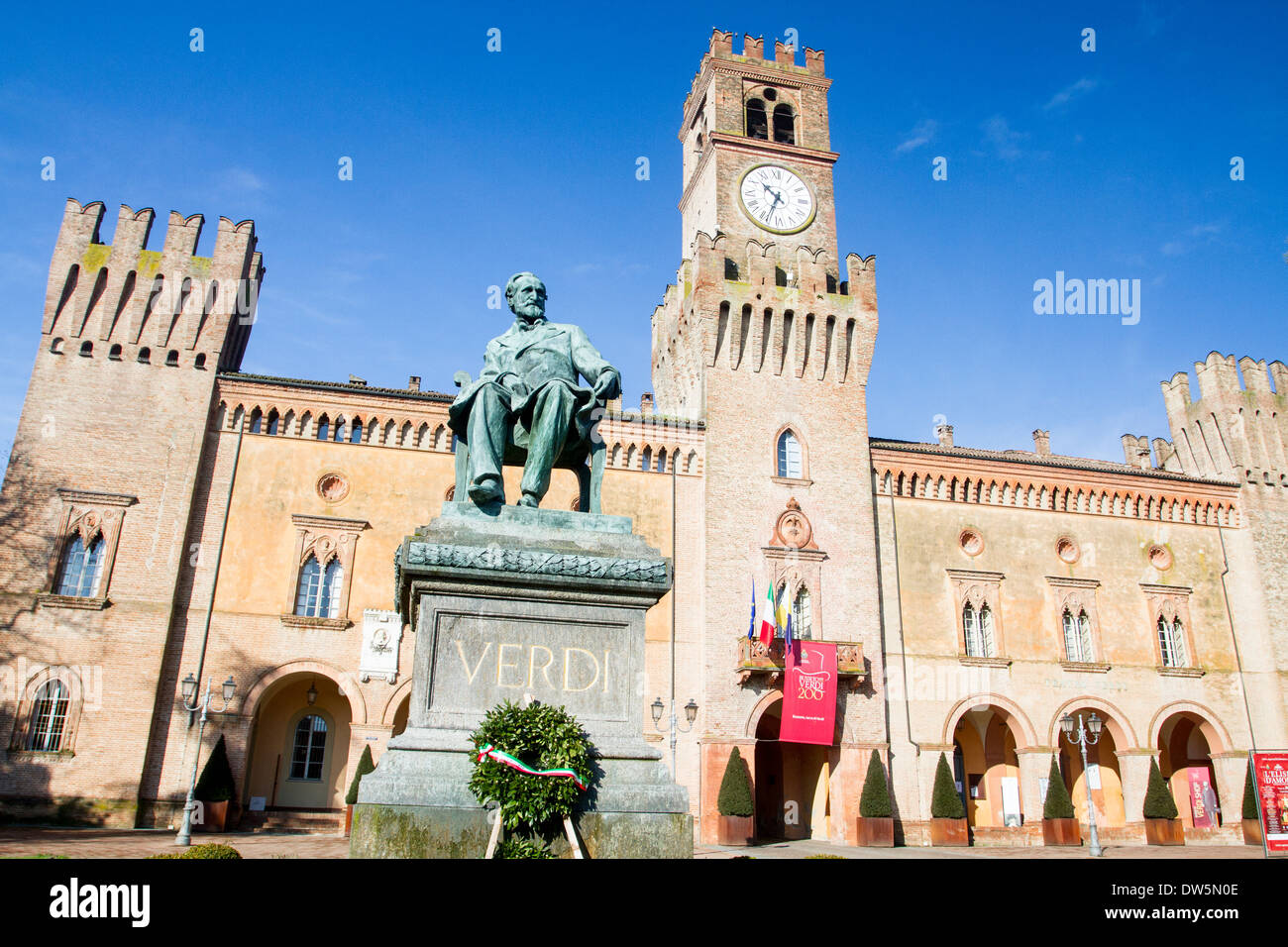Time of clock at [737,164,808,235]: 10:34
